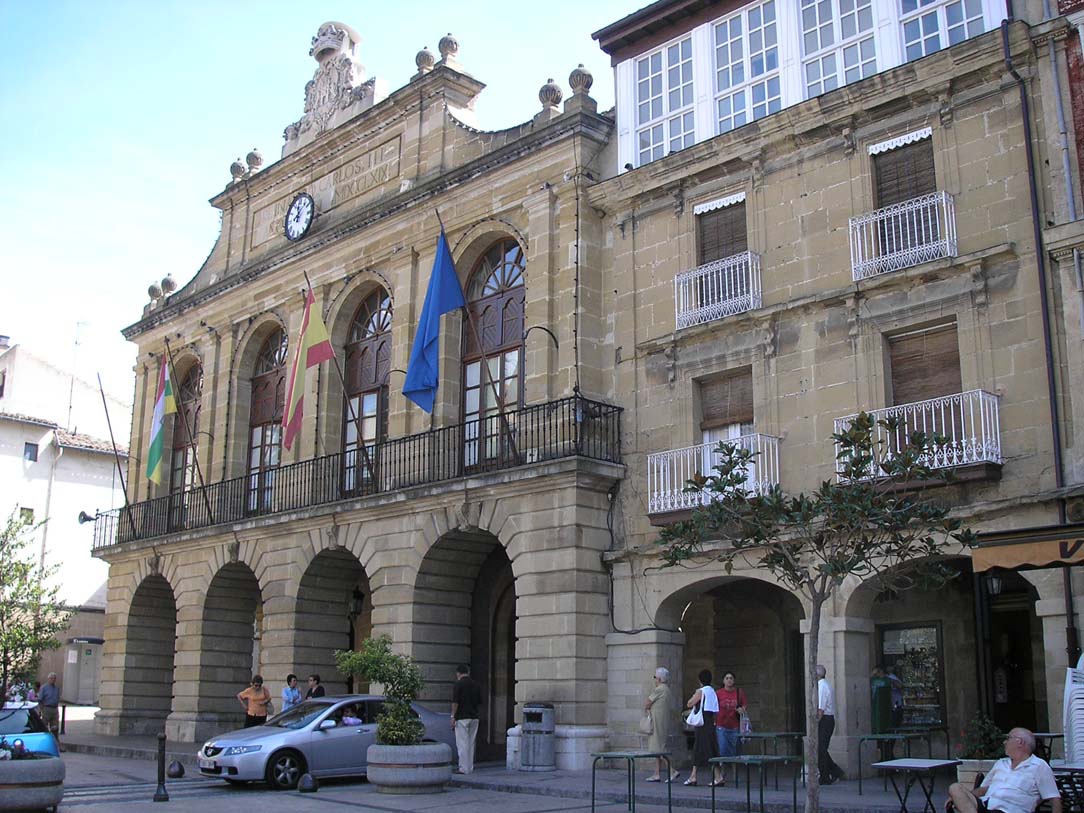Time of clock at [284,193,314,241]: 12:07
